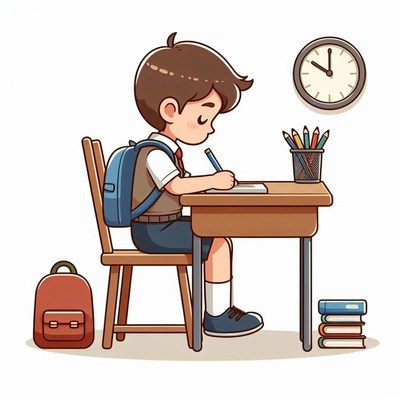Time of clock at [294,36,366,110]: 10:00
